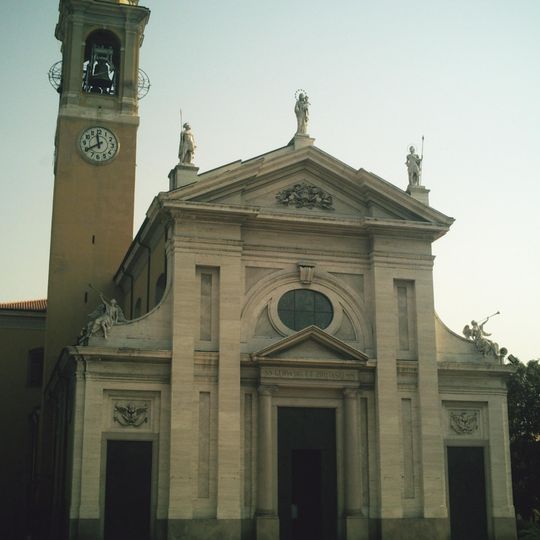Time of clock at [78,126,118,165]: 11:40
